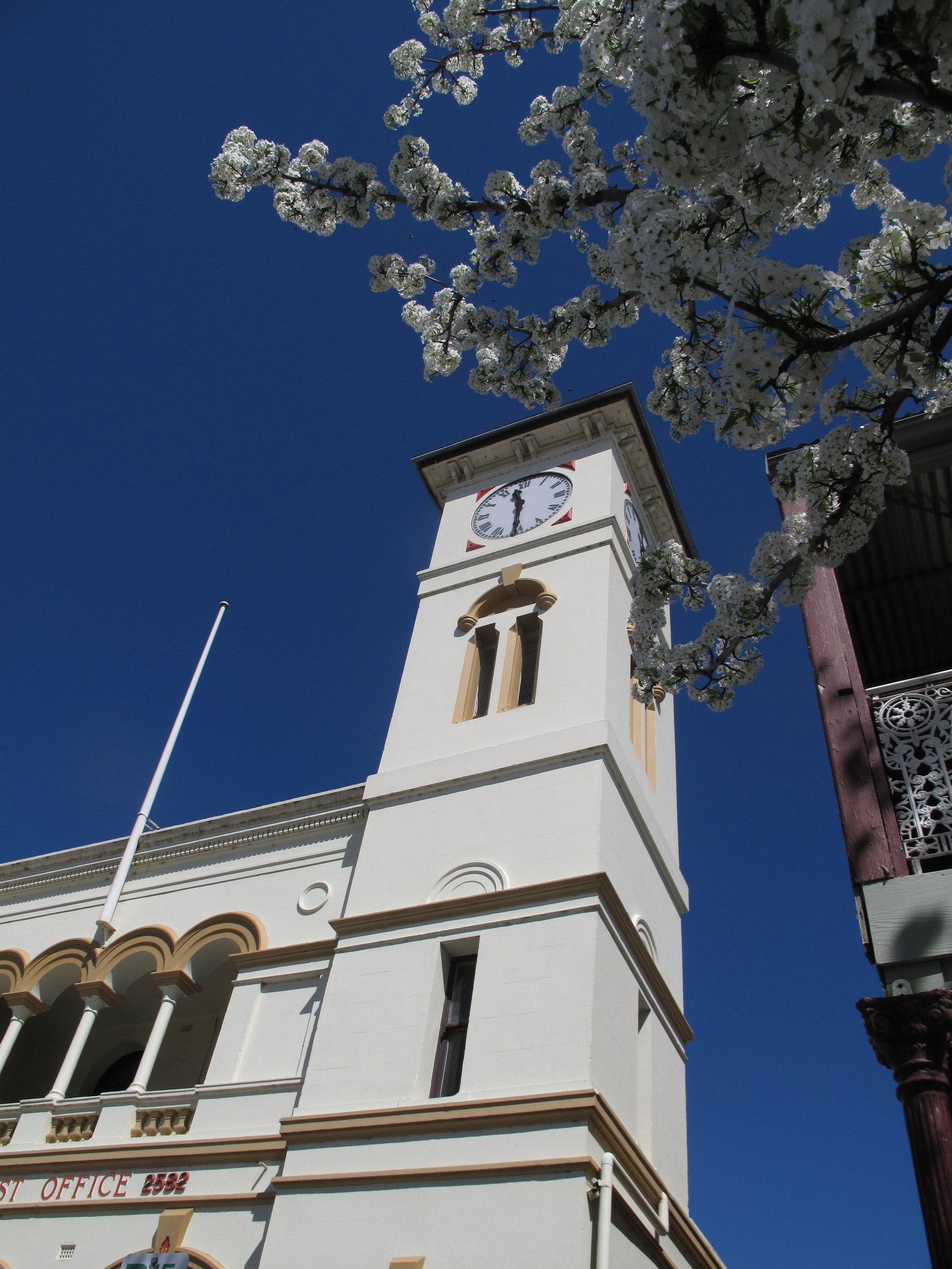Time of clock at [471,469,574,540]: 11:30
